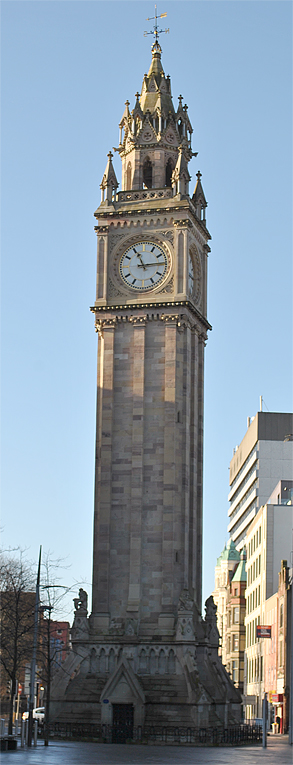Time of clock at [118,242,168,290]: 11:13
